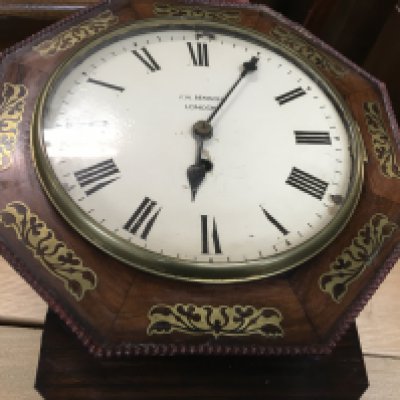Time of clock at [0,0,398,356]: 6:05
